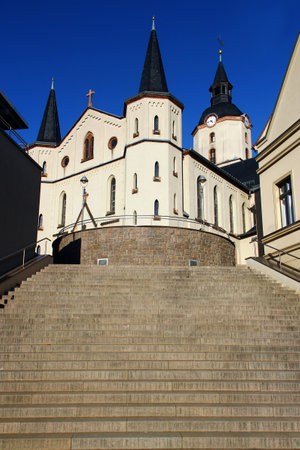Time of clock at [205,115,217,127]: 4:42
